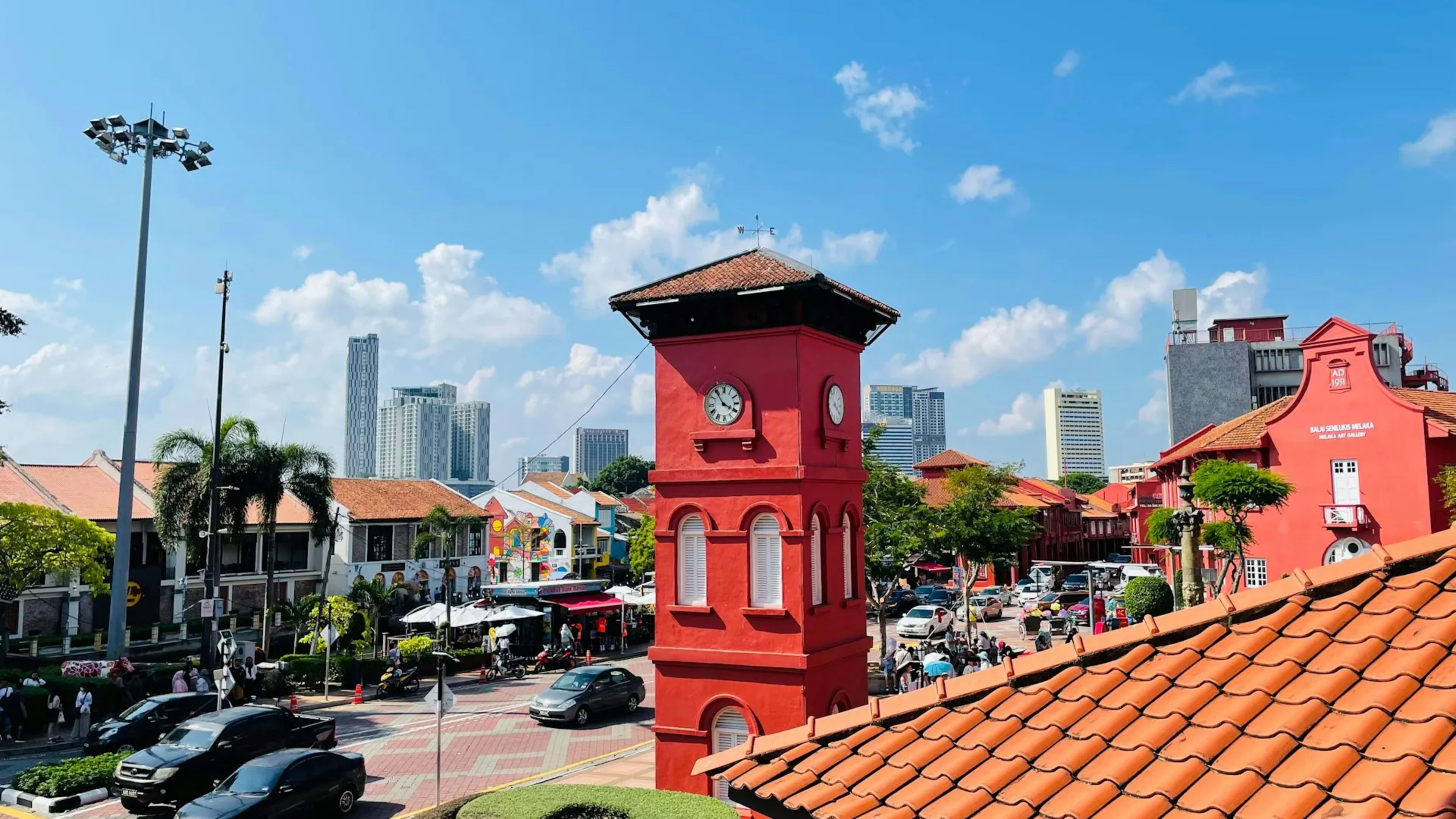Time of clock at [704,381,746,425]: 3:54
